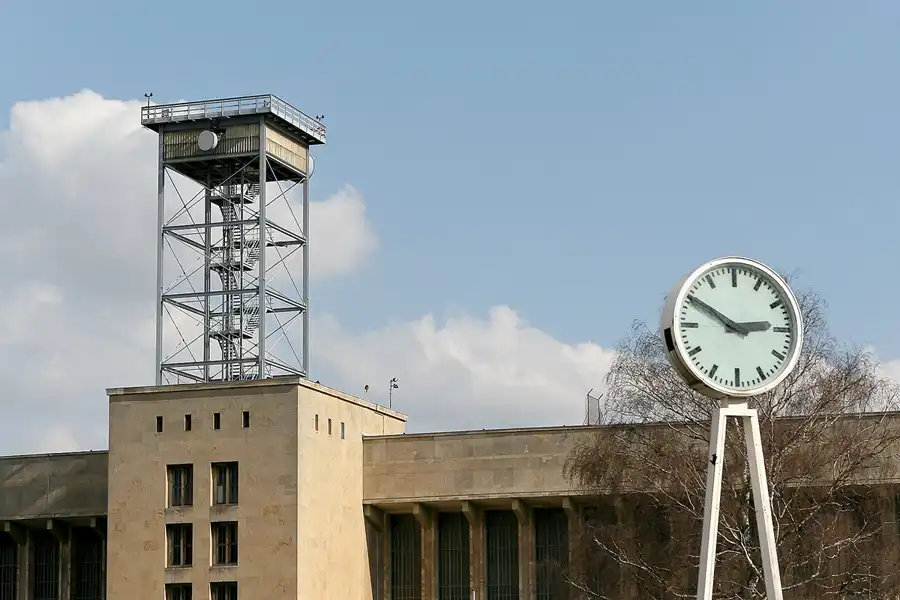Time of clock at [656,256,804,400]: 2:50
